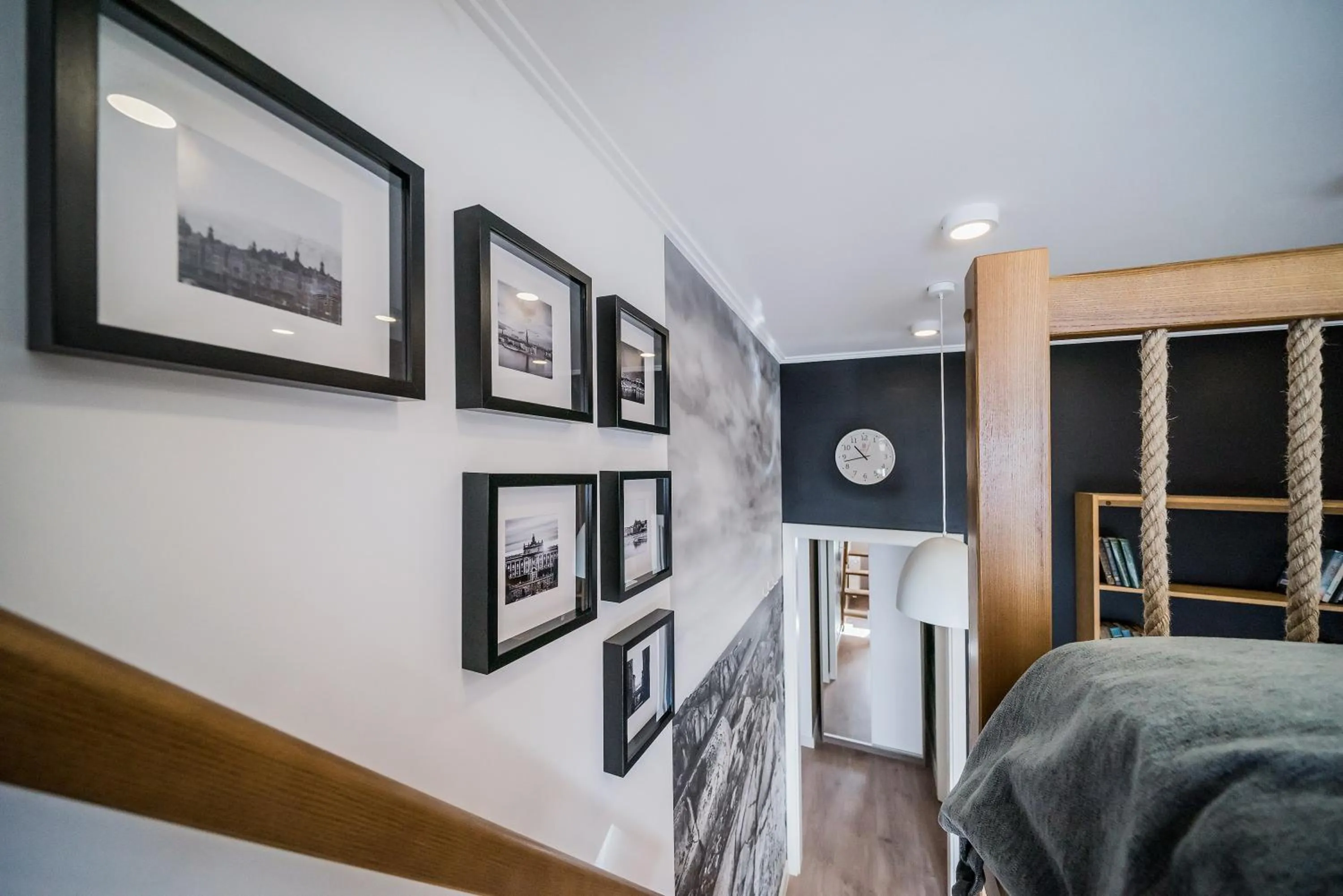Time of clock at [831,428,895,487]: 10:42
